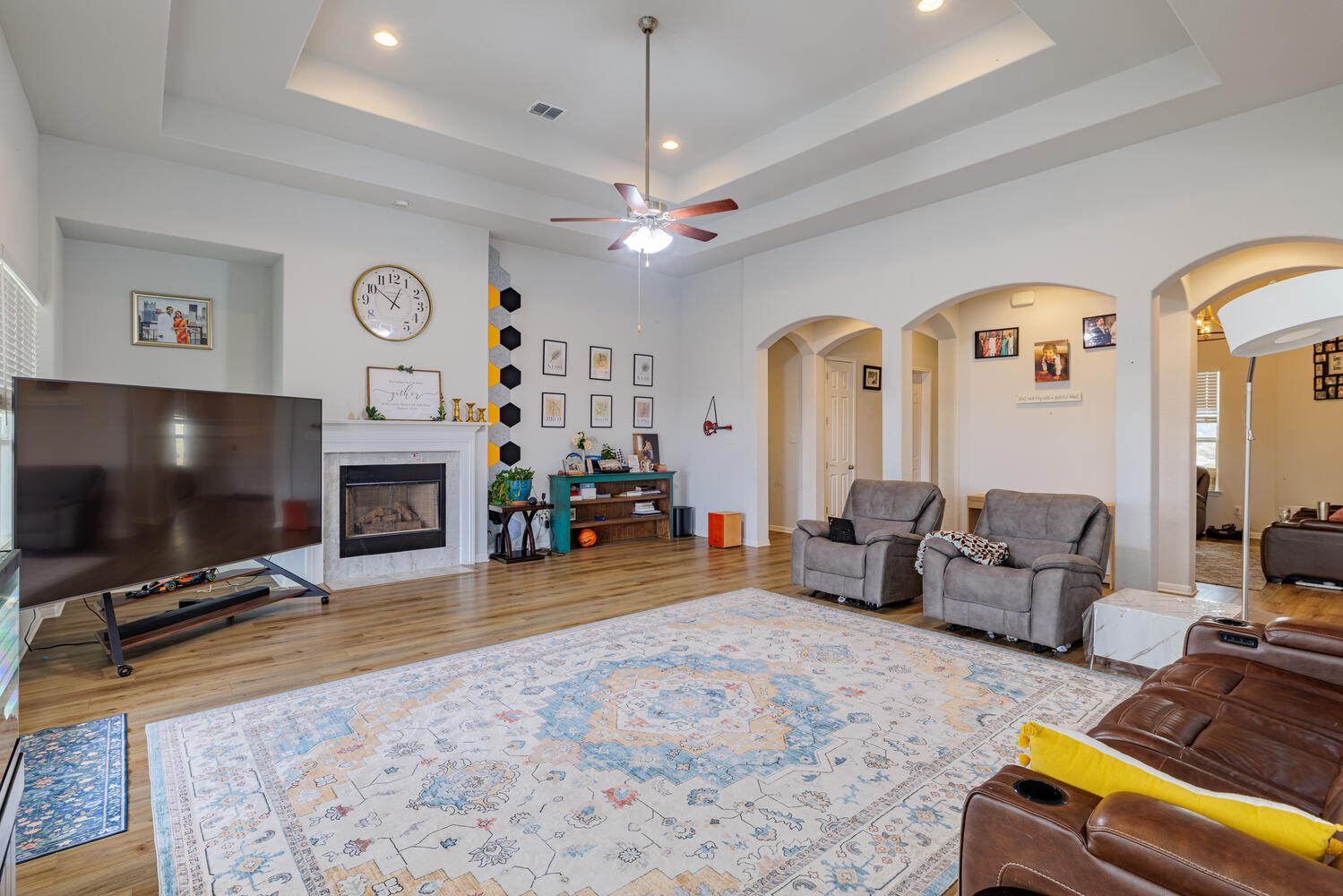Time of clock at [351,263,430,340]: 12:51
